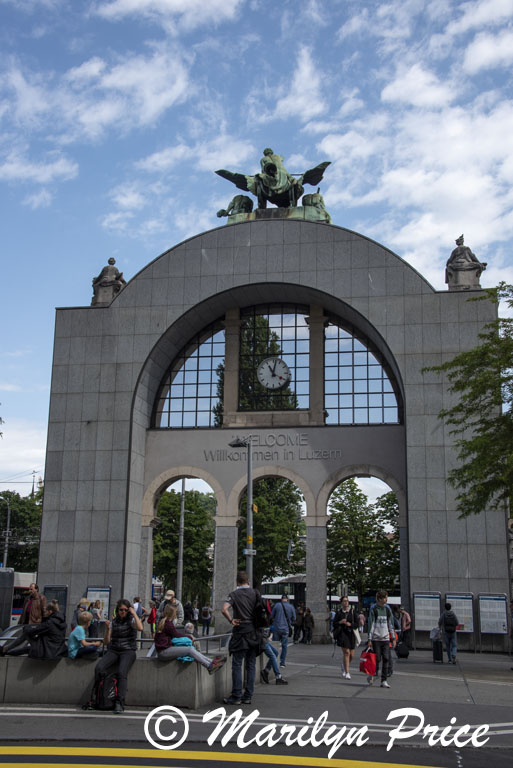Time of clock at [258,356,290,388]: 11:02
